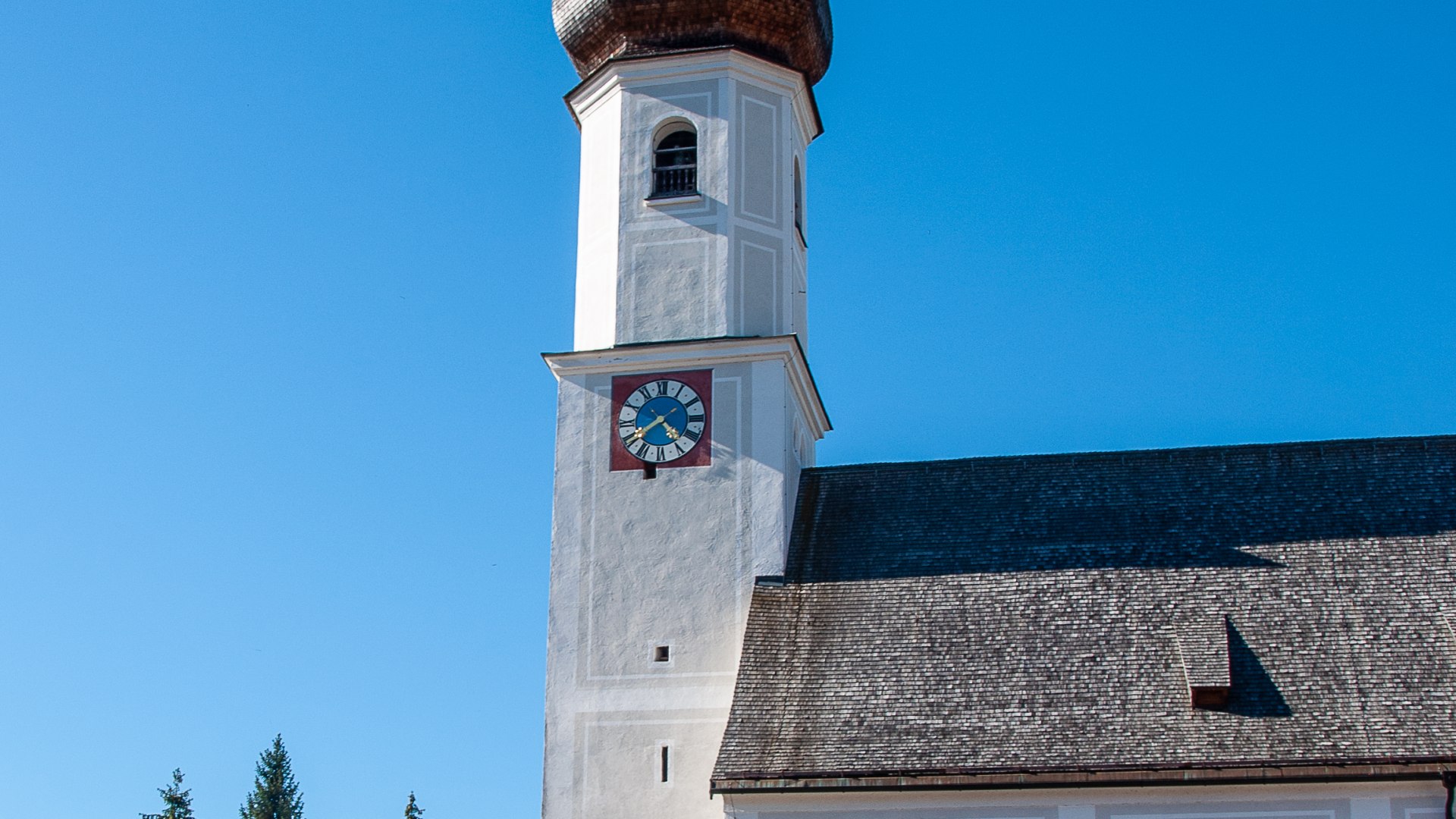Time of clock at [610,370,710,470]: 4:39
